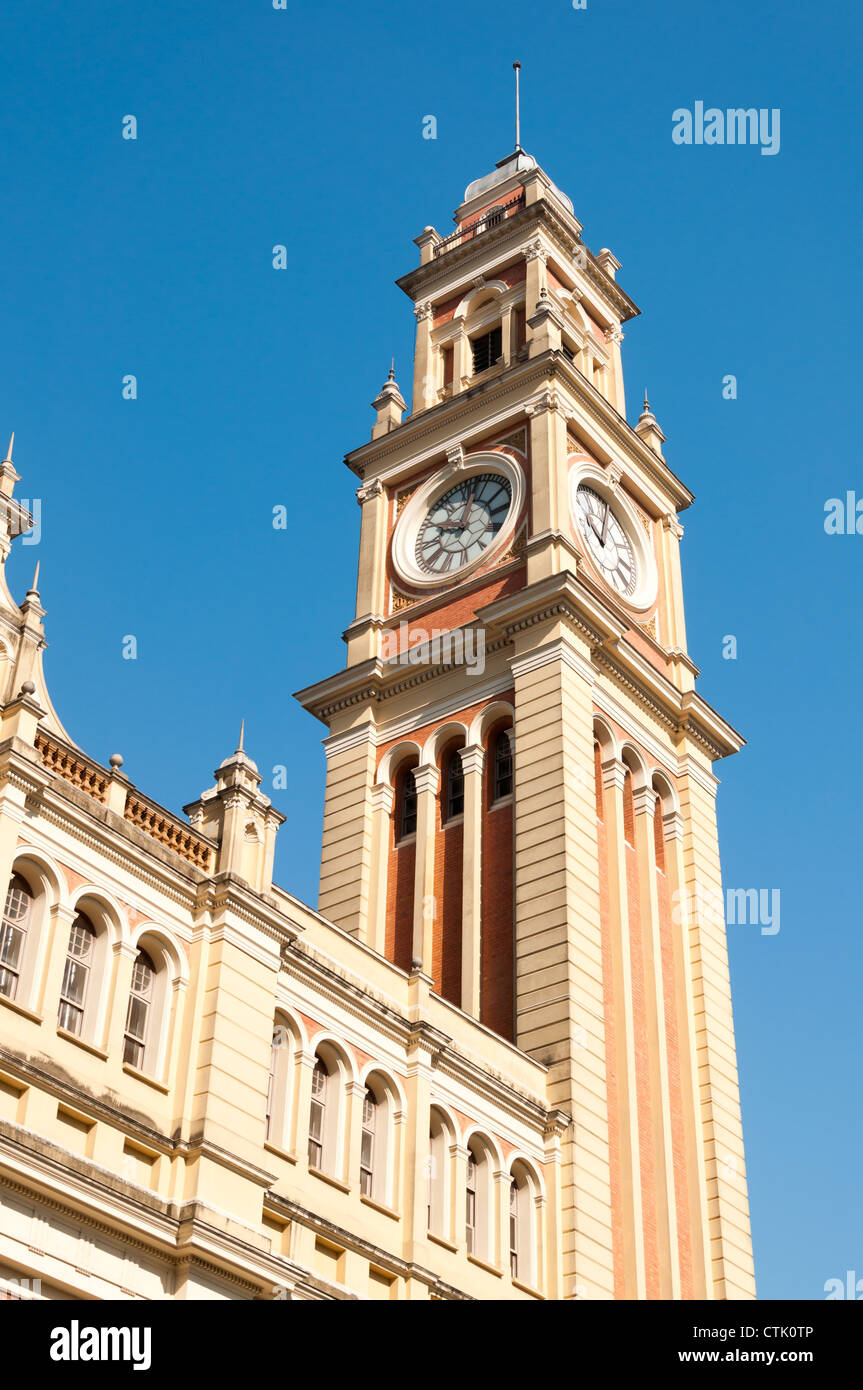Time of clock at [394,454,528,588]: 10:02
